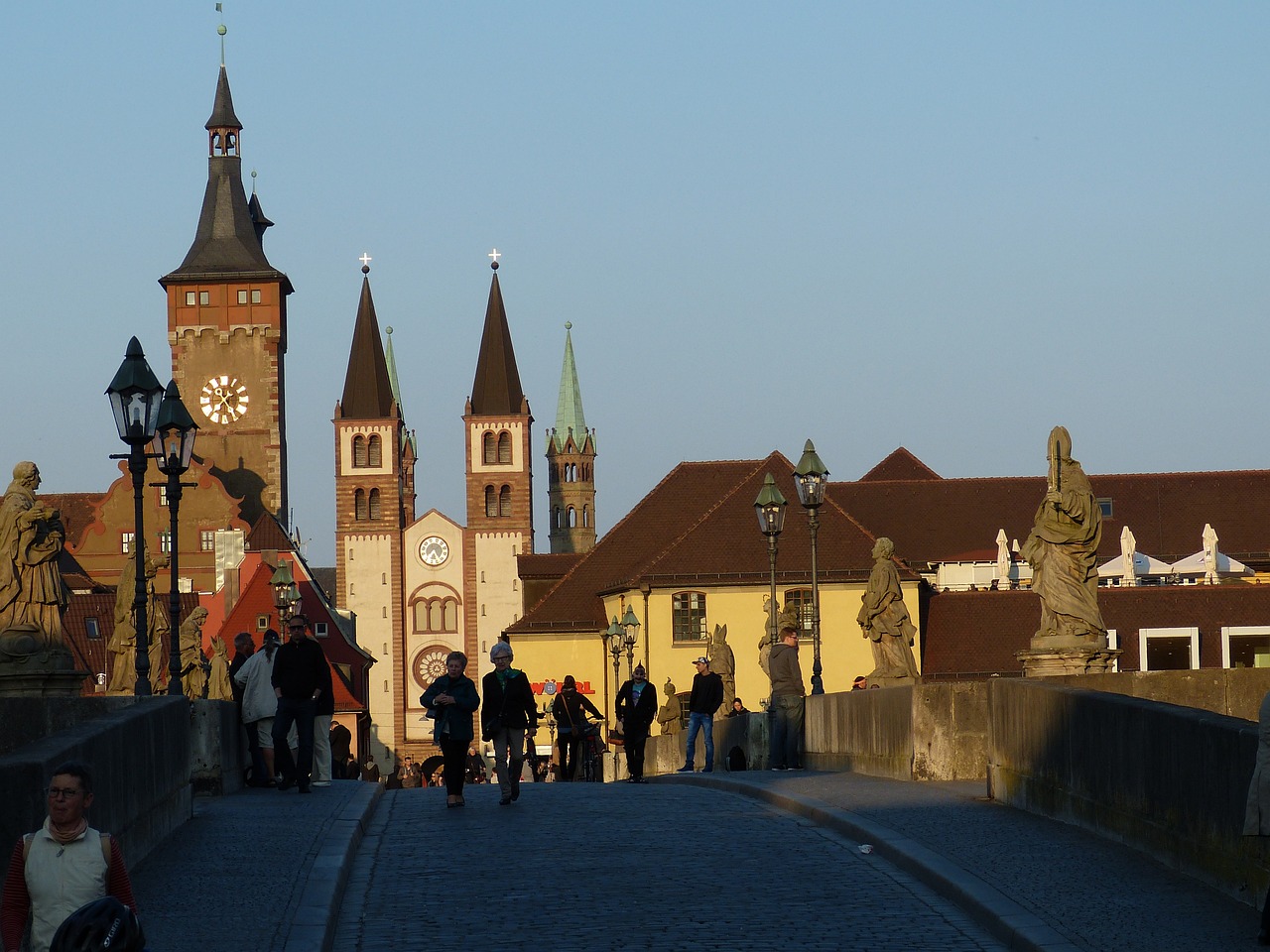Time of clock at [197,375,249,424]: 1:24
